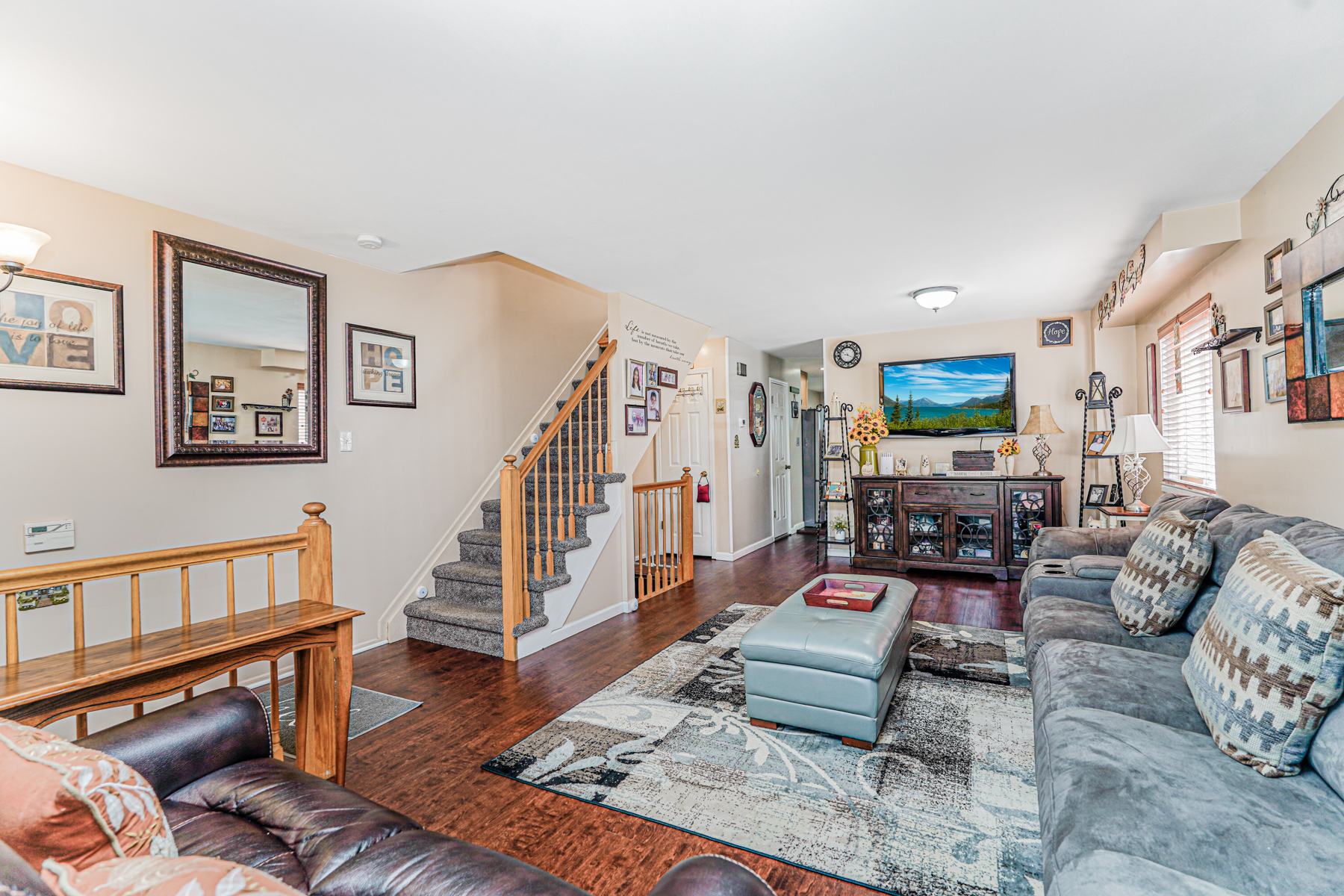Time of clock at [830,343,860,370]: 9:20
